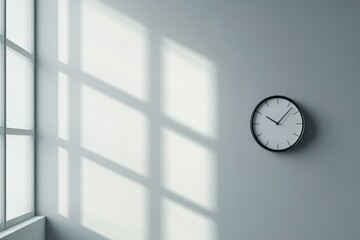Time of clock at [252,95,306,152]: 10:07
